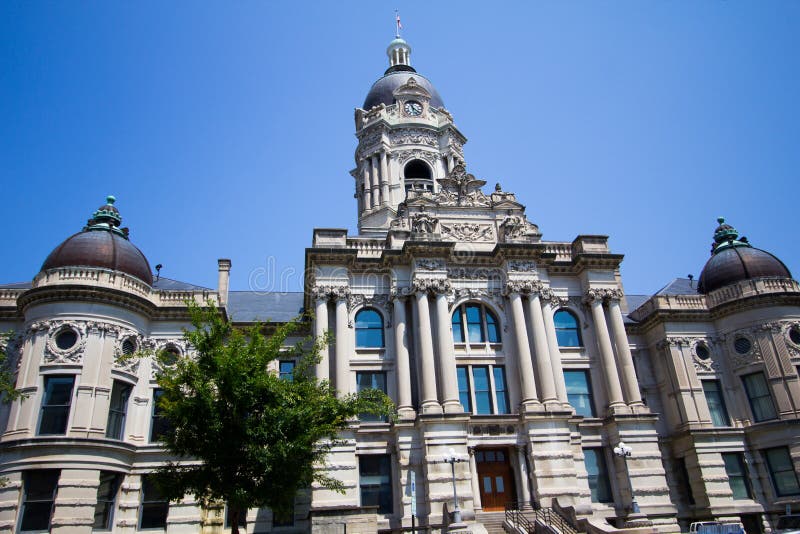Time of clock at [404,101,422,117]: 11:21
